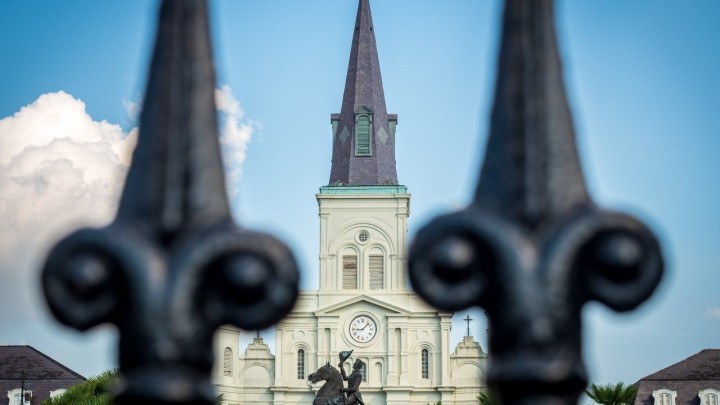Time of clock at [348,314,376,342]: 9:07
